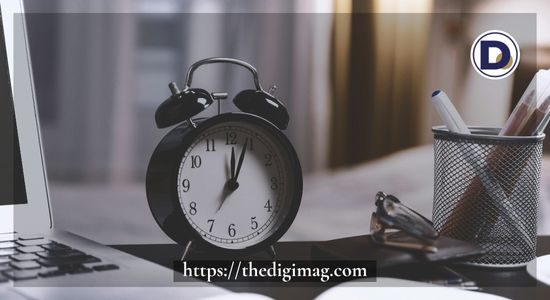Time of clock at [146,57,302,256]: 12:03
